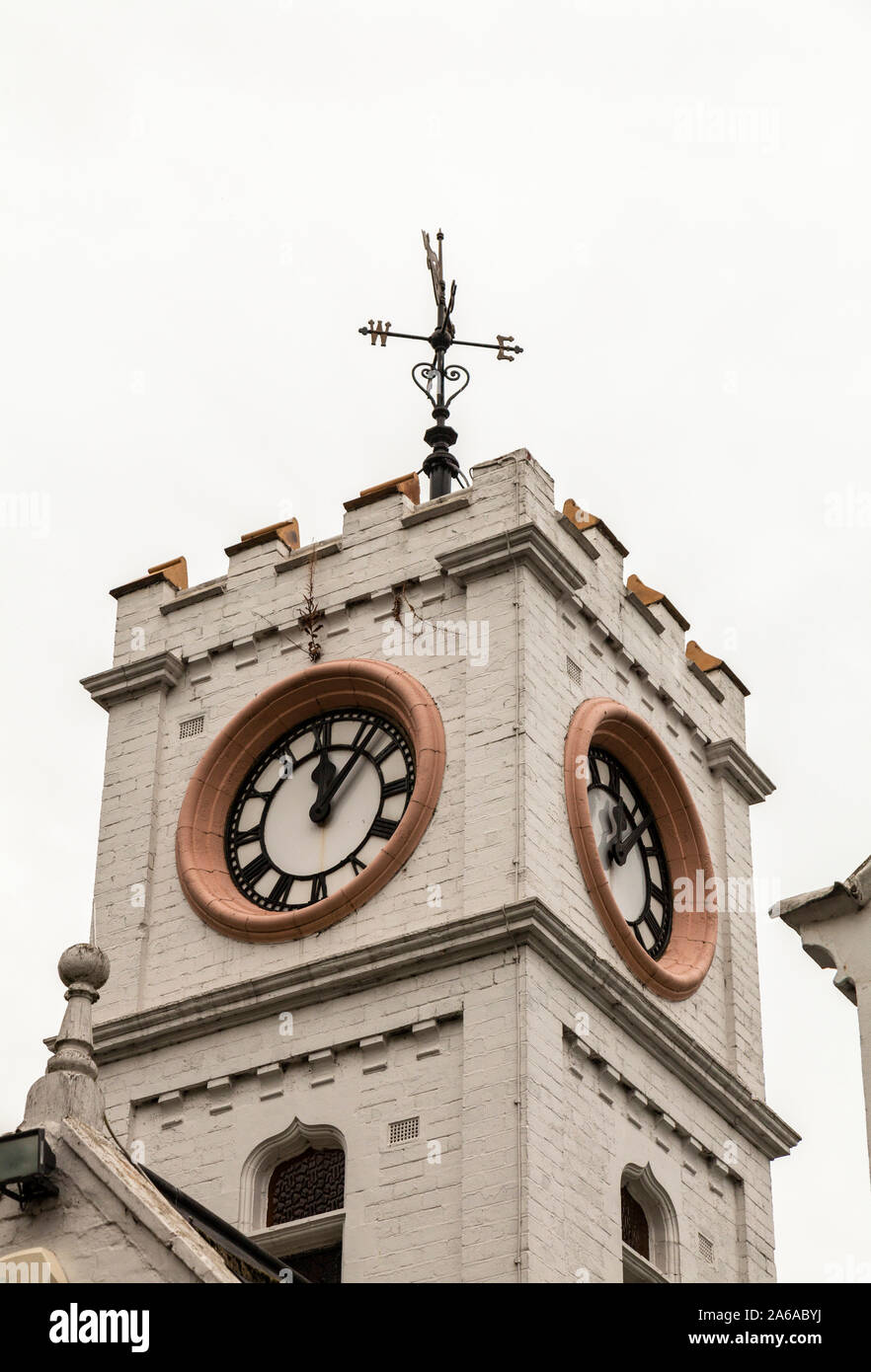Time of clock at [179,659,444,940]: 12:06
